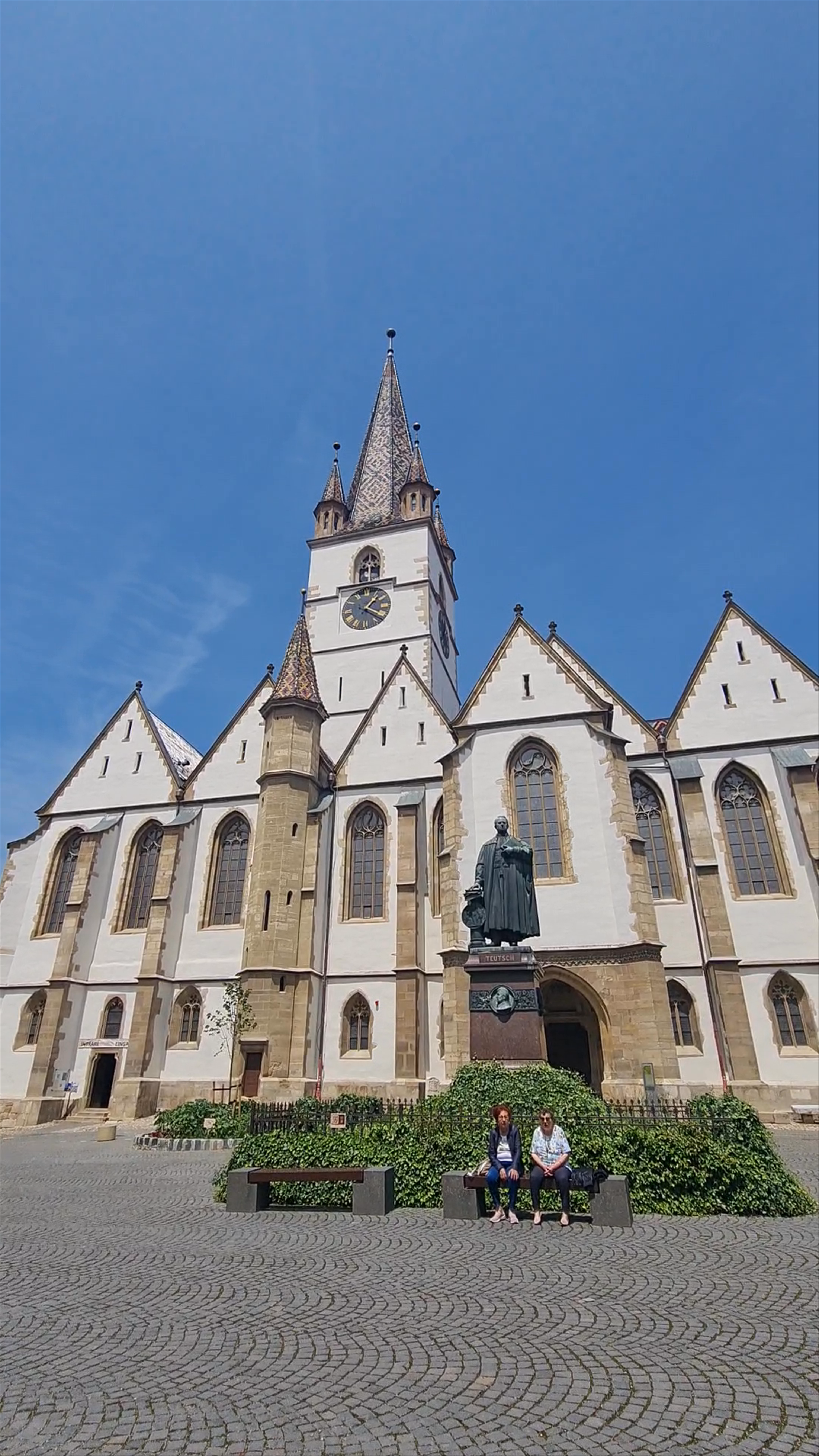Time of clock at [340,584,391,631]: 1:20
